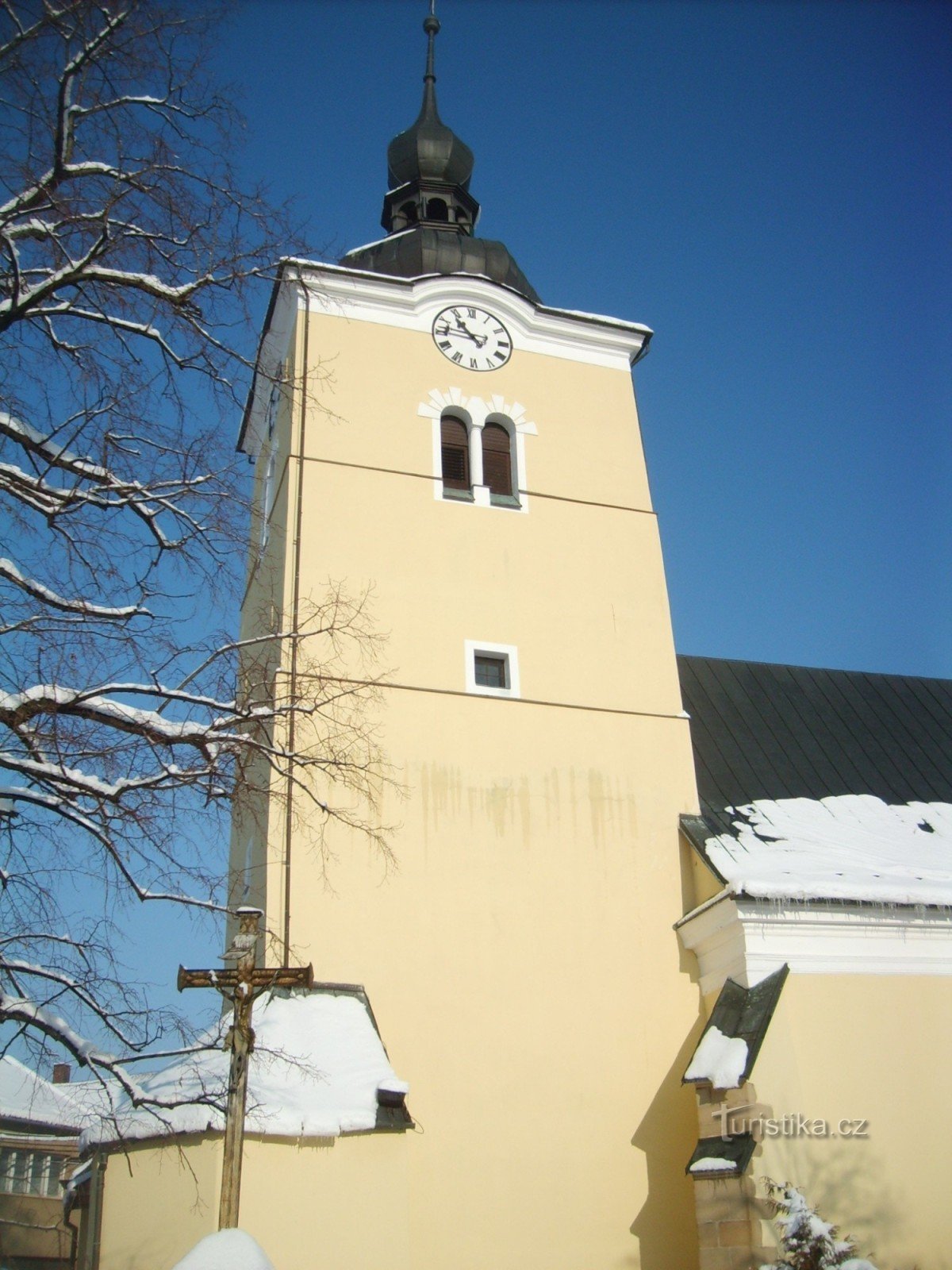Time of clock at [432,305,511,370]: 10:46
